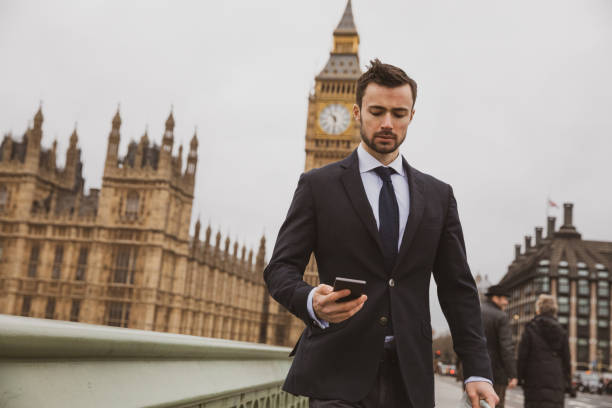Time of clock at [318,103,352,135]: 10:30
